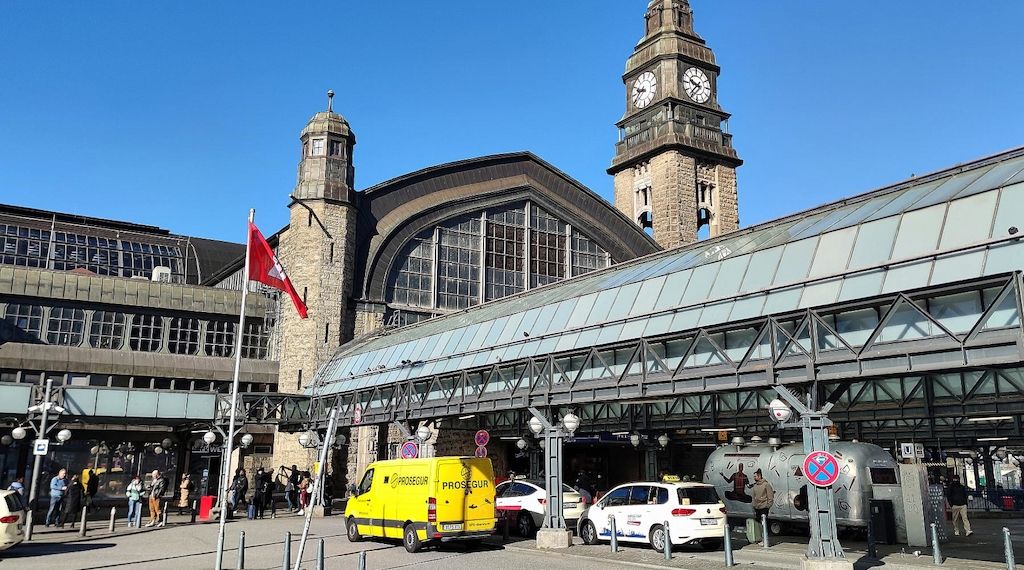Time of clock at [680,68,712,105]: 9:36
